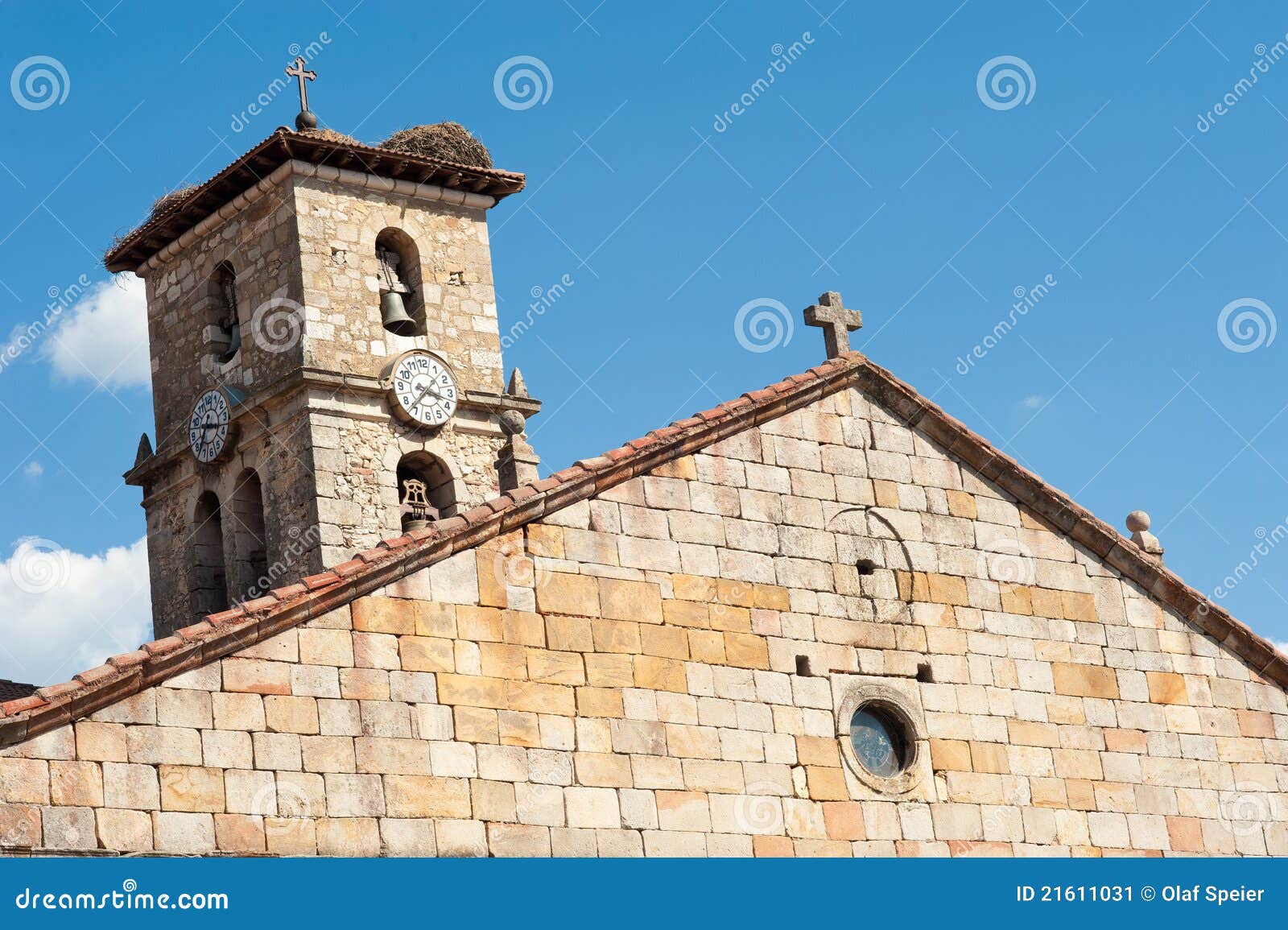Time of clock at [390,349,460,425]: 3:37
